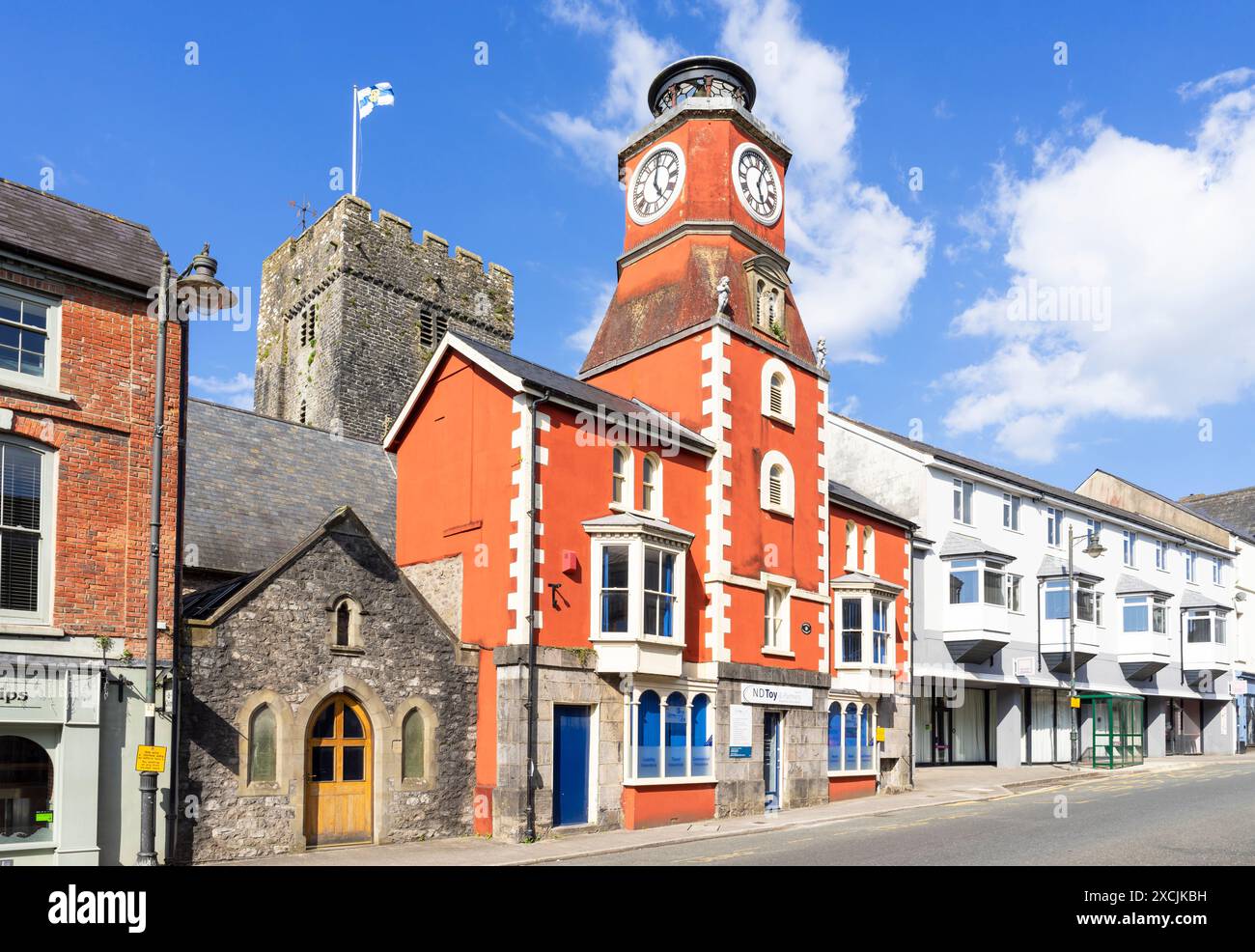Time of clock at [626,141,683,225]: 5:01
